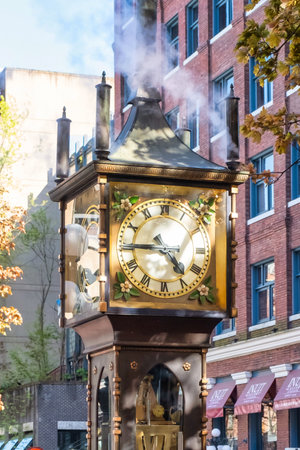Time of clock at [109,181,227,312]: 4:45
